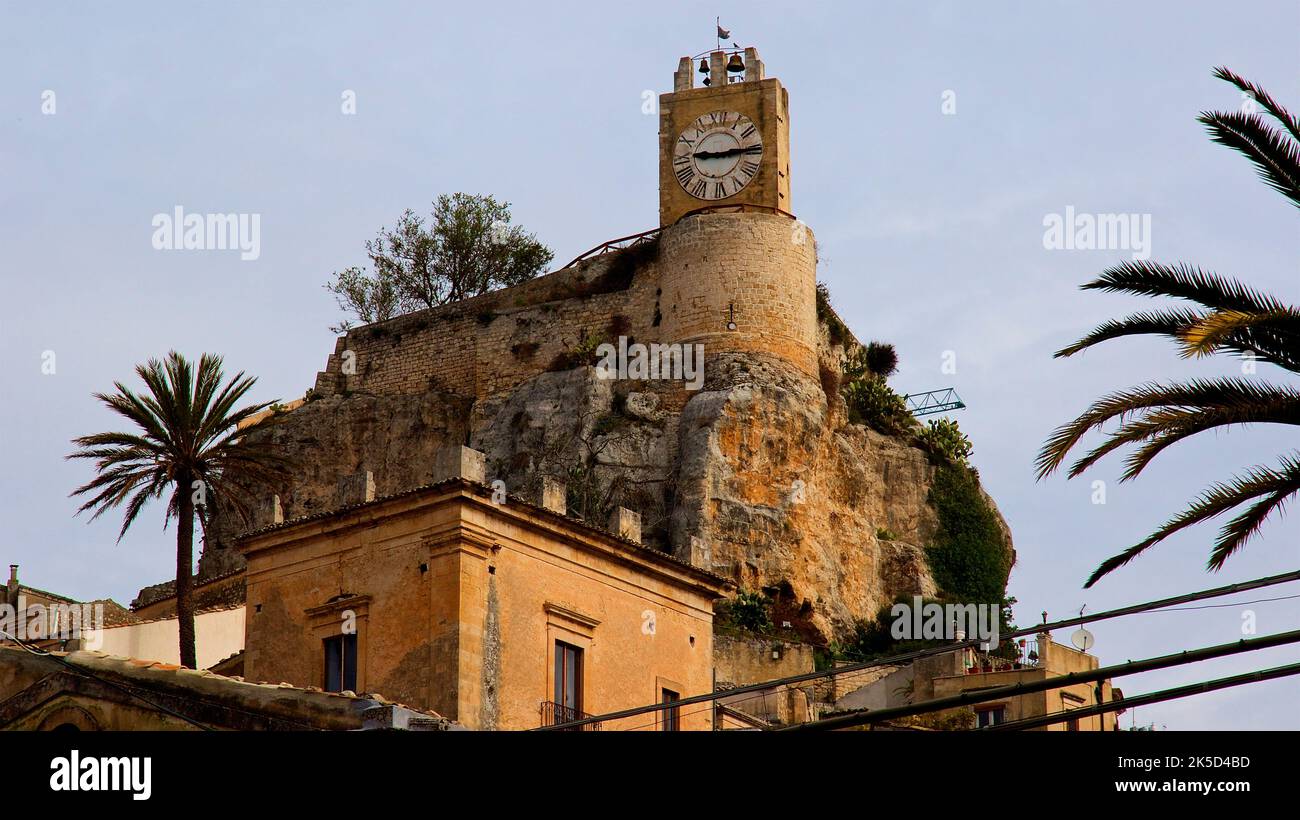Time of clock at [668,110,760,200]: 9:14
